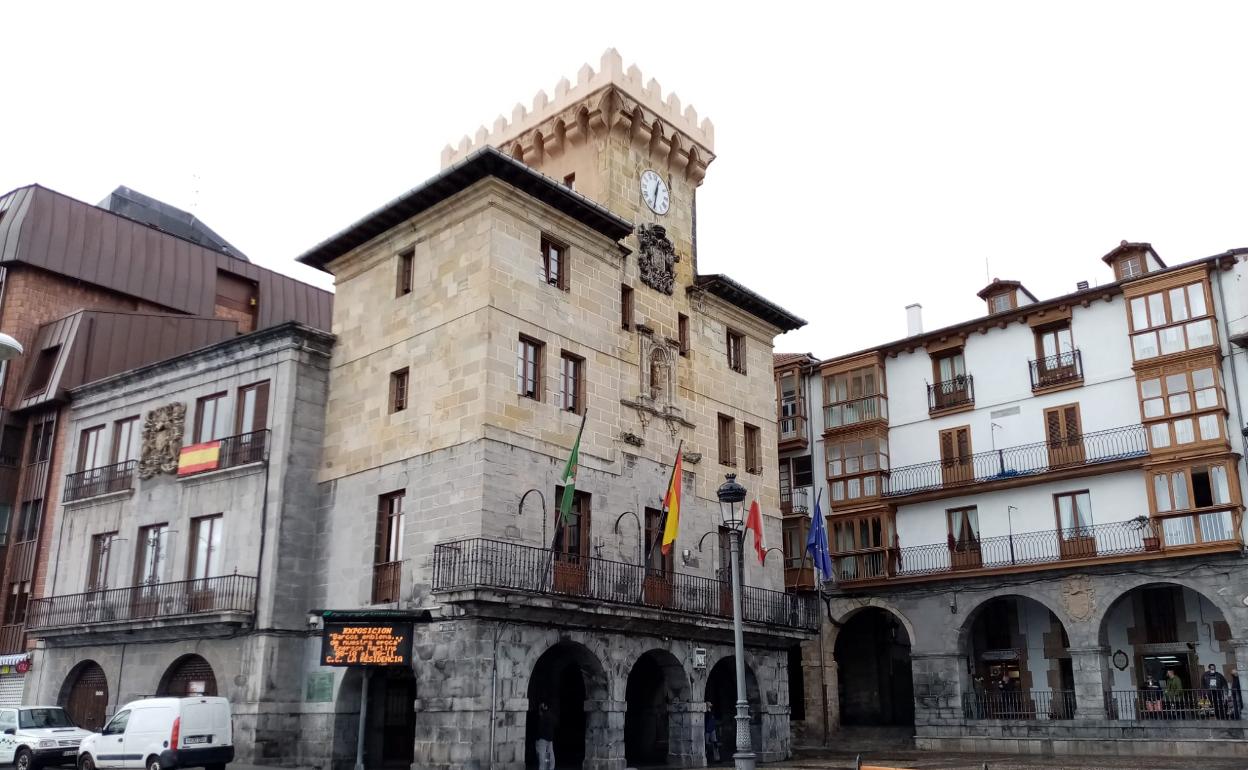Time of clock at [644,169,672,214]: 12:32
